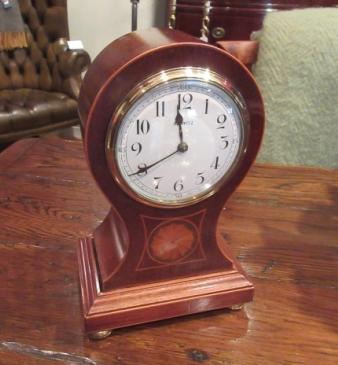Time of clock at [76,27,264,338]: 11:40
